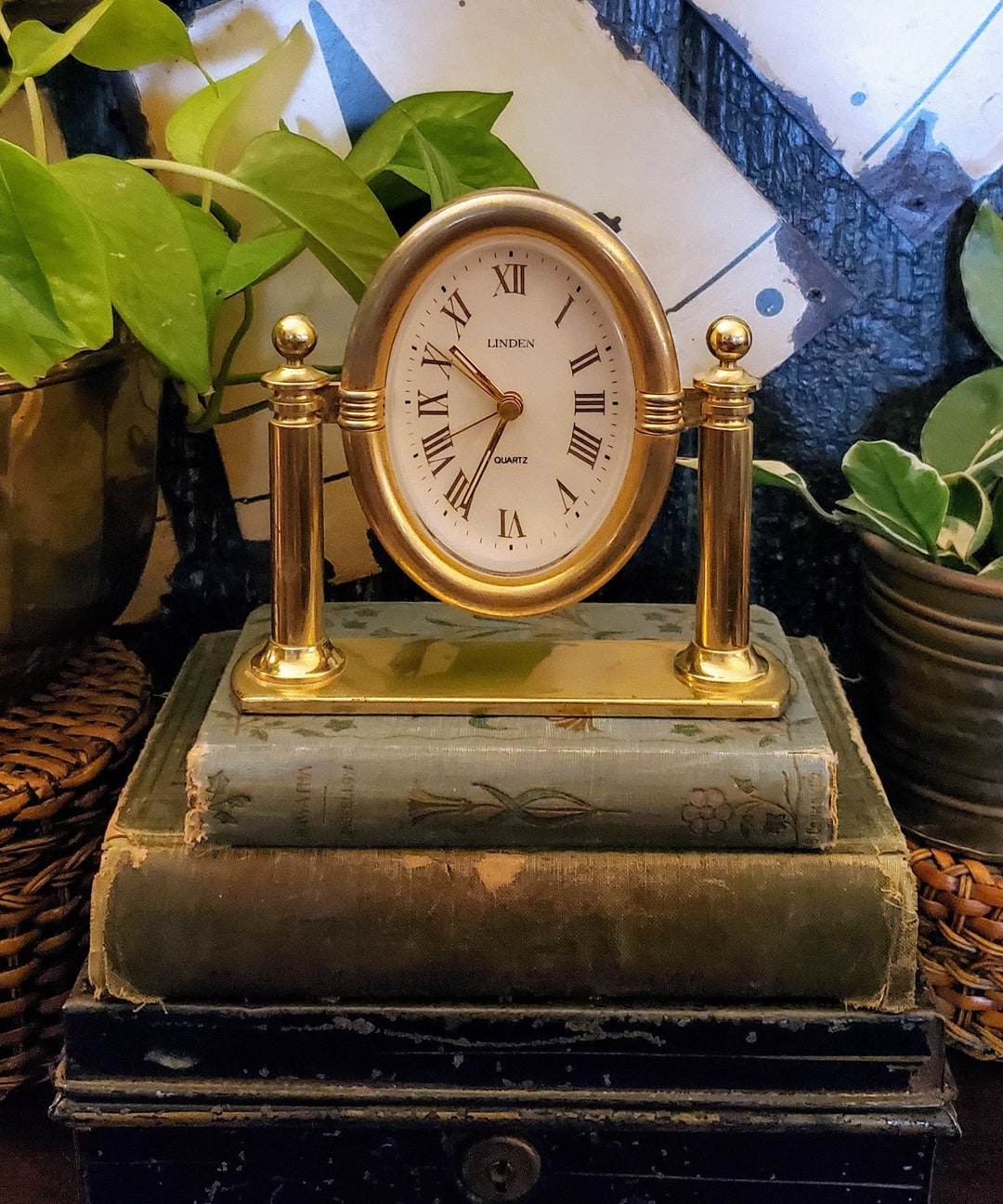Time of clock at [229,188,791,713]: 9:34
